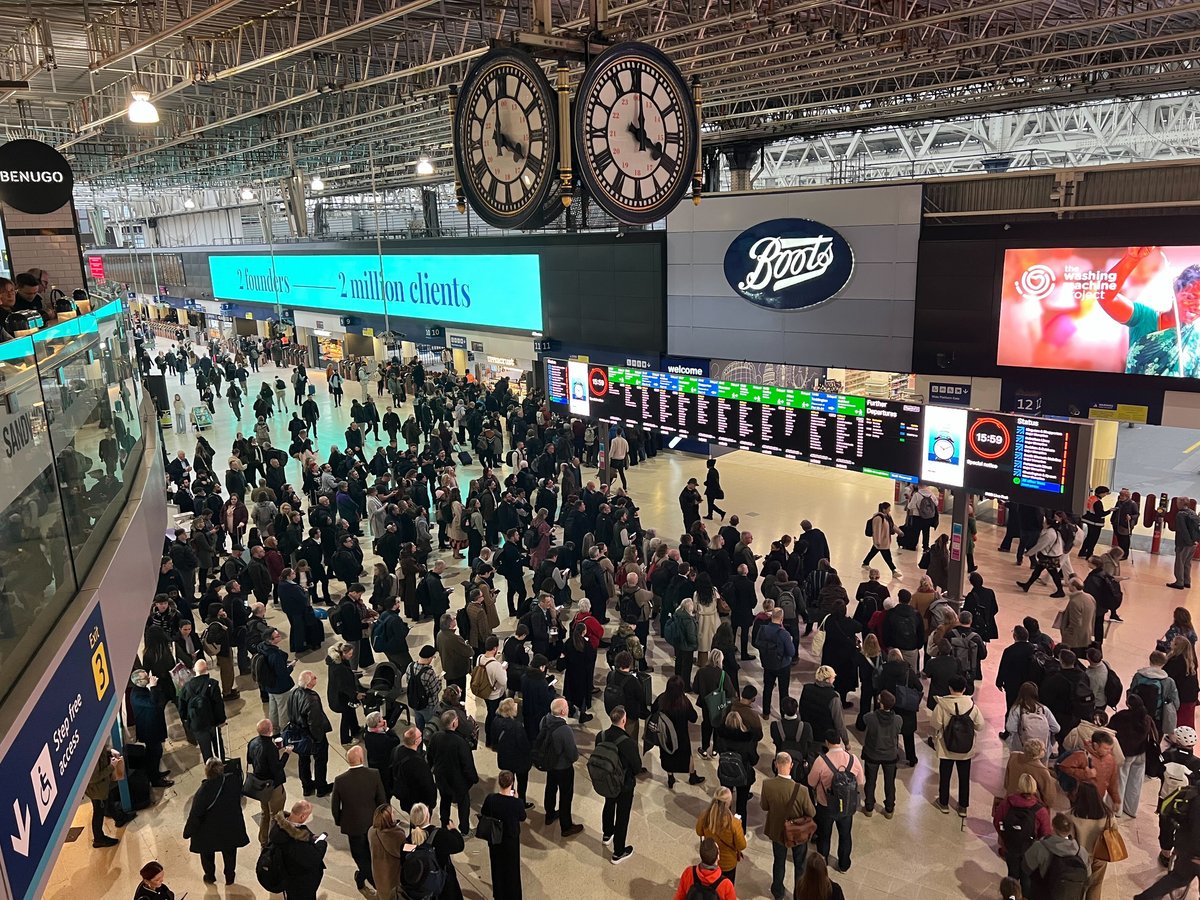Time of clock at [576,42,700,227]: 4:00
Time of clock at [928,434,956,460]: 10:10
